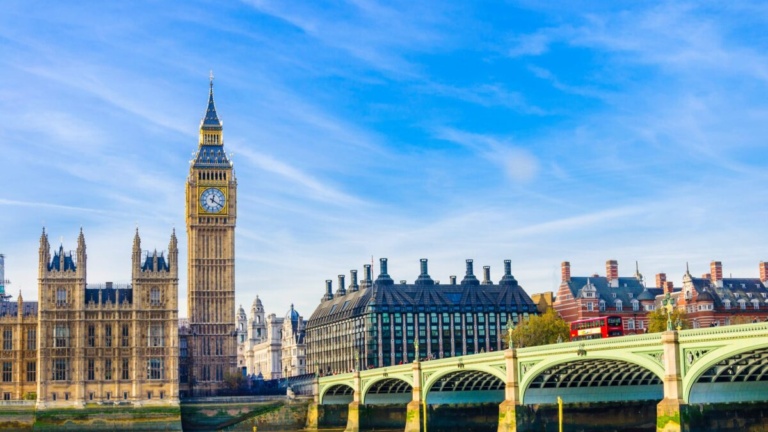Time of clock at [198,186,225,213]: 12:20
